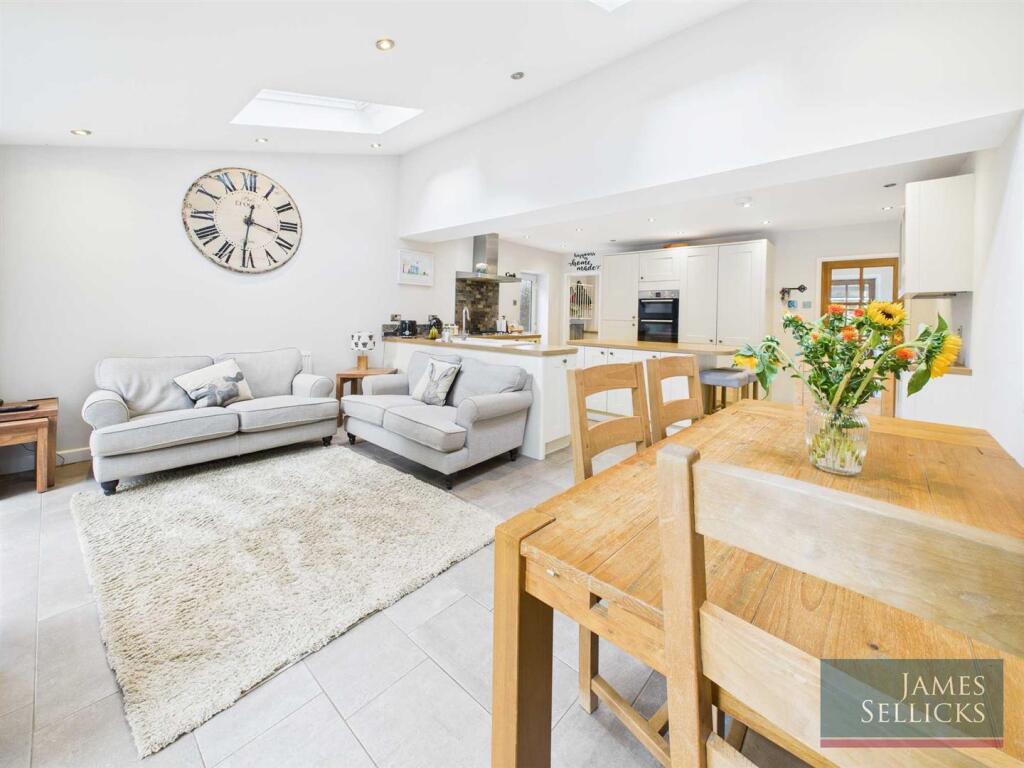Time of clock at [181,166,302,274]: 3:31
